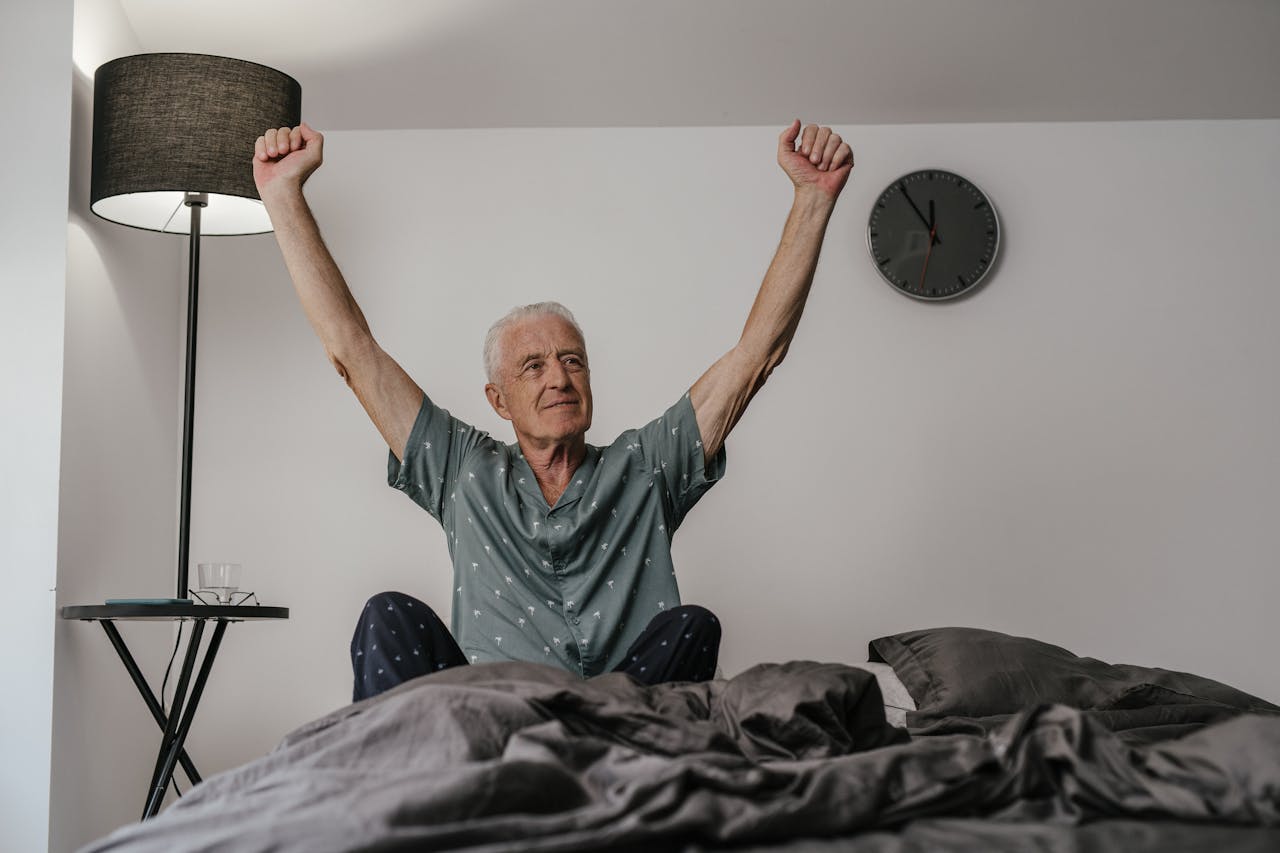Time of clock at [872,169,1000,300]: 11:54
